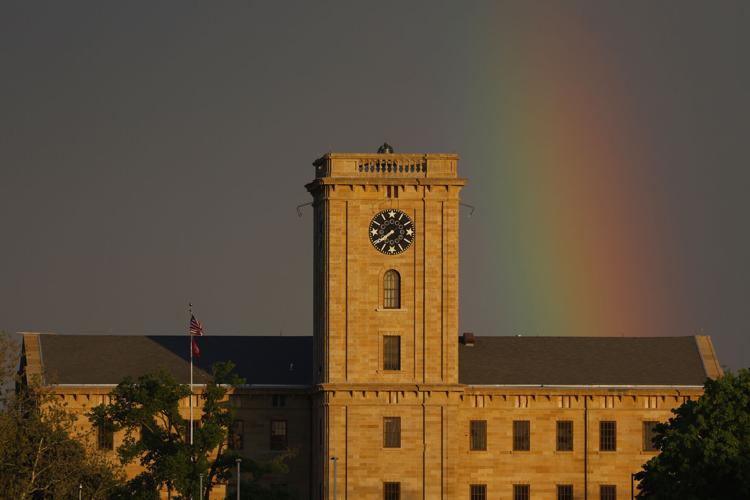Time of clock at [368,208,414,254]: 7:39
